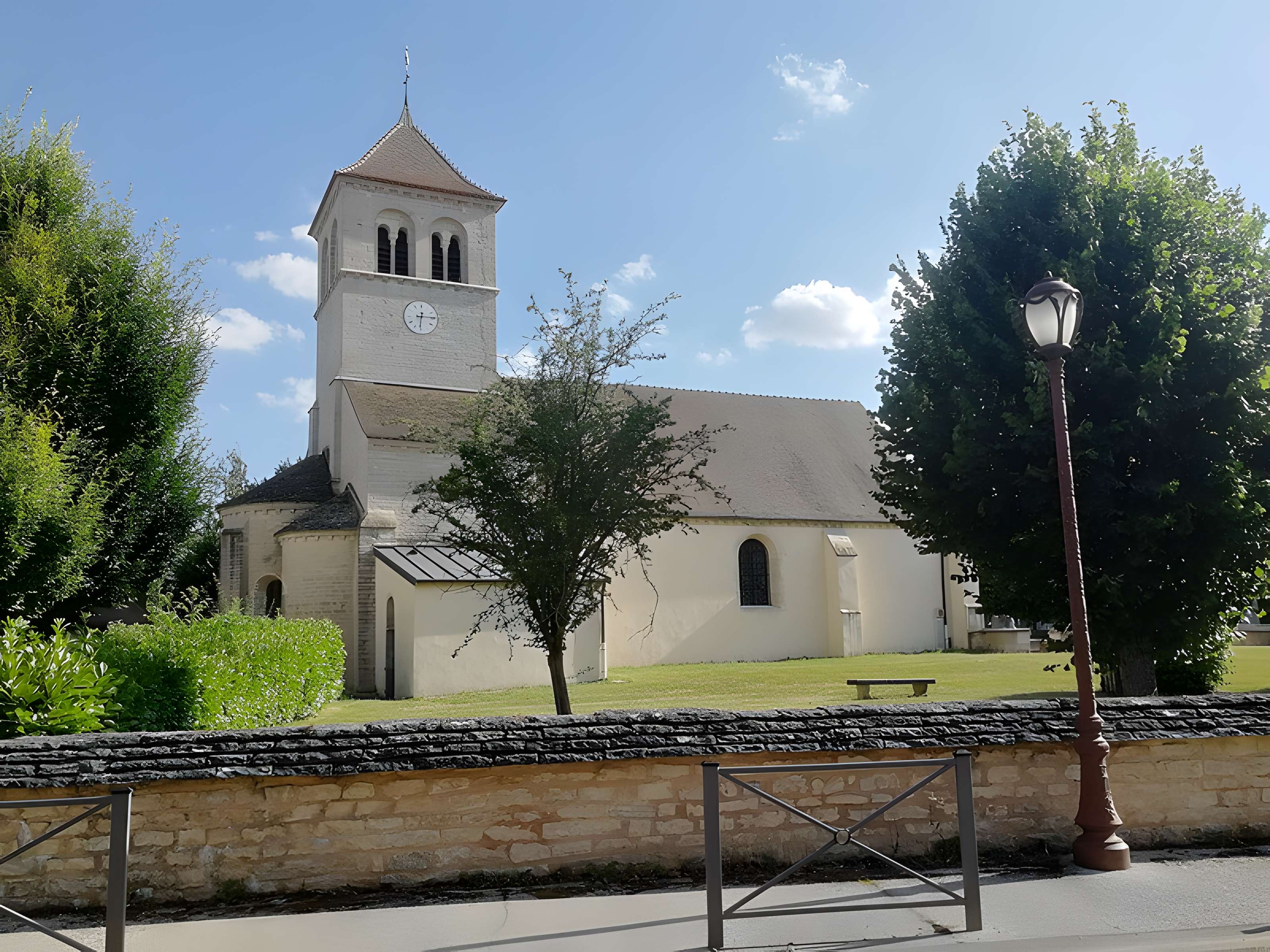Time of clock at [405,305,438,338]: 6:14
